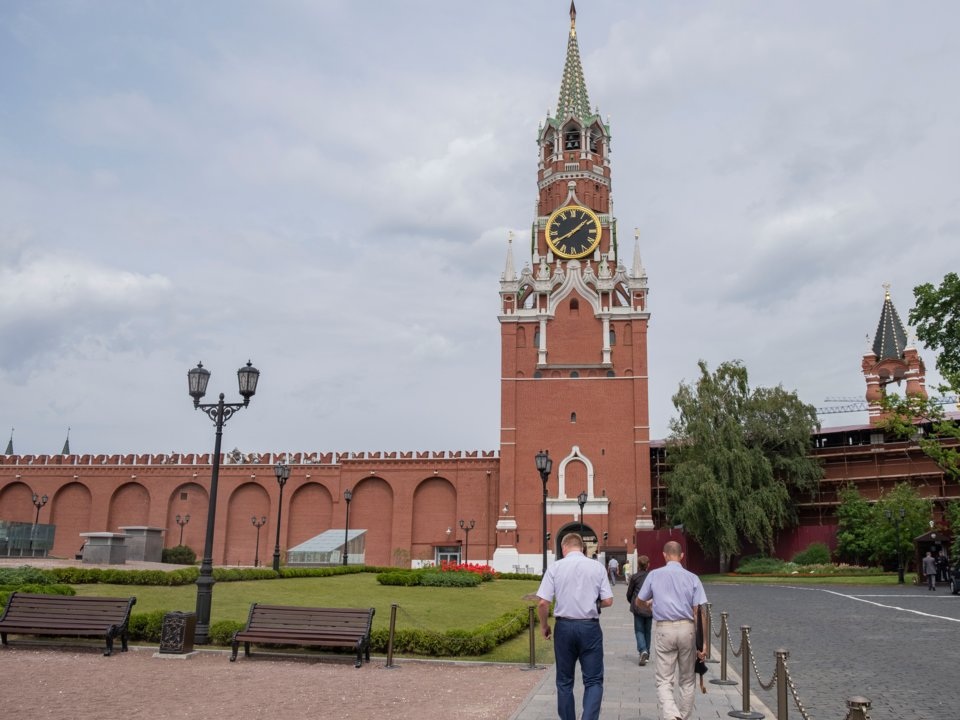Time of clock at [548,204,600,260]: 1:40
